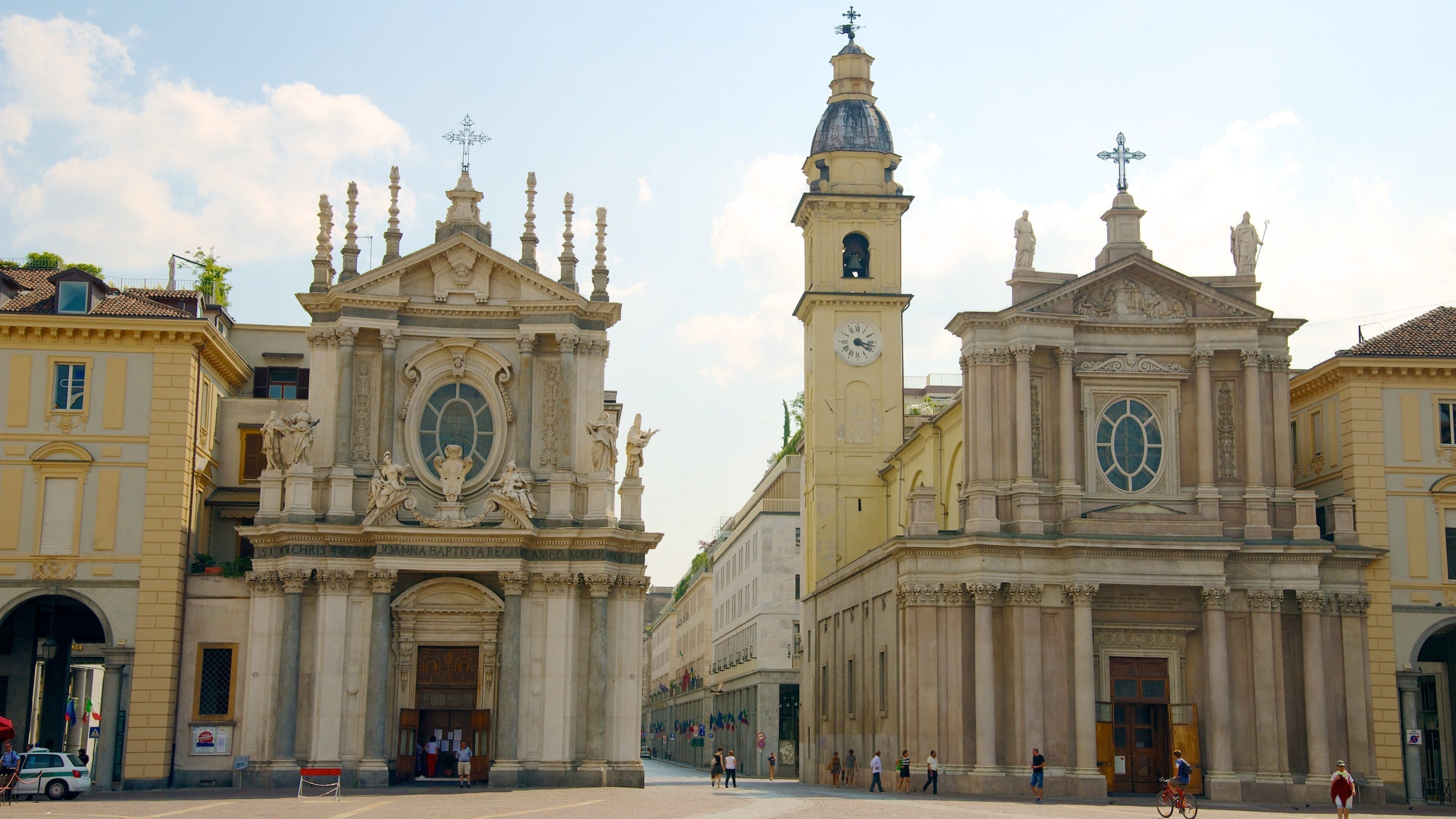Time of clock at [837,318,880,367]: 4:17
